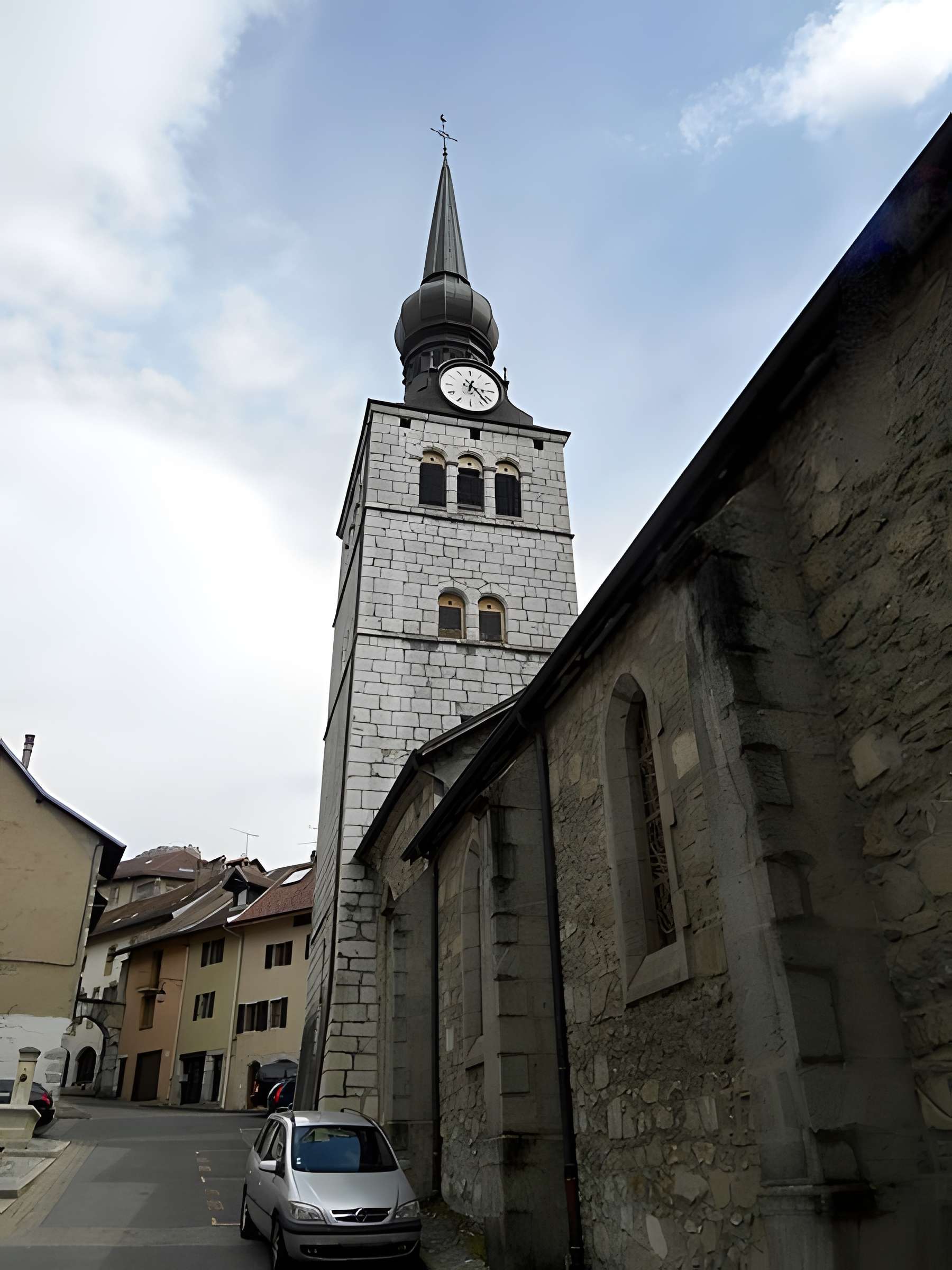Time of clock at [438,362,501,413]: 6:22
